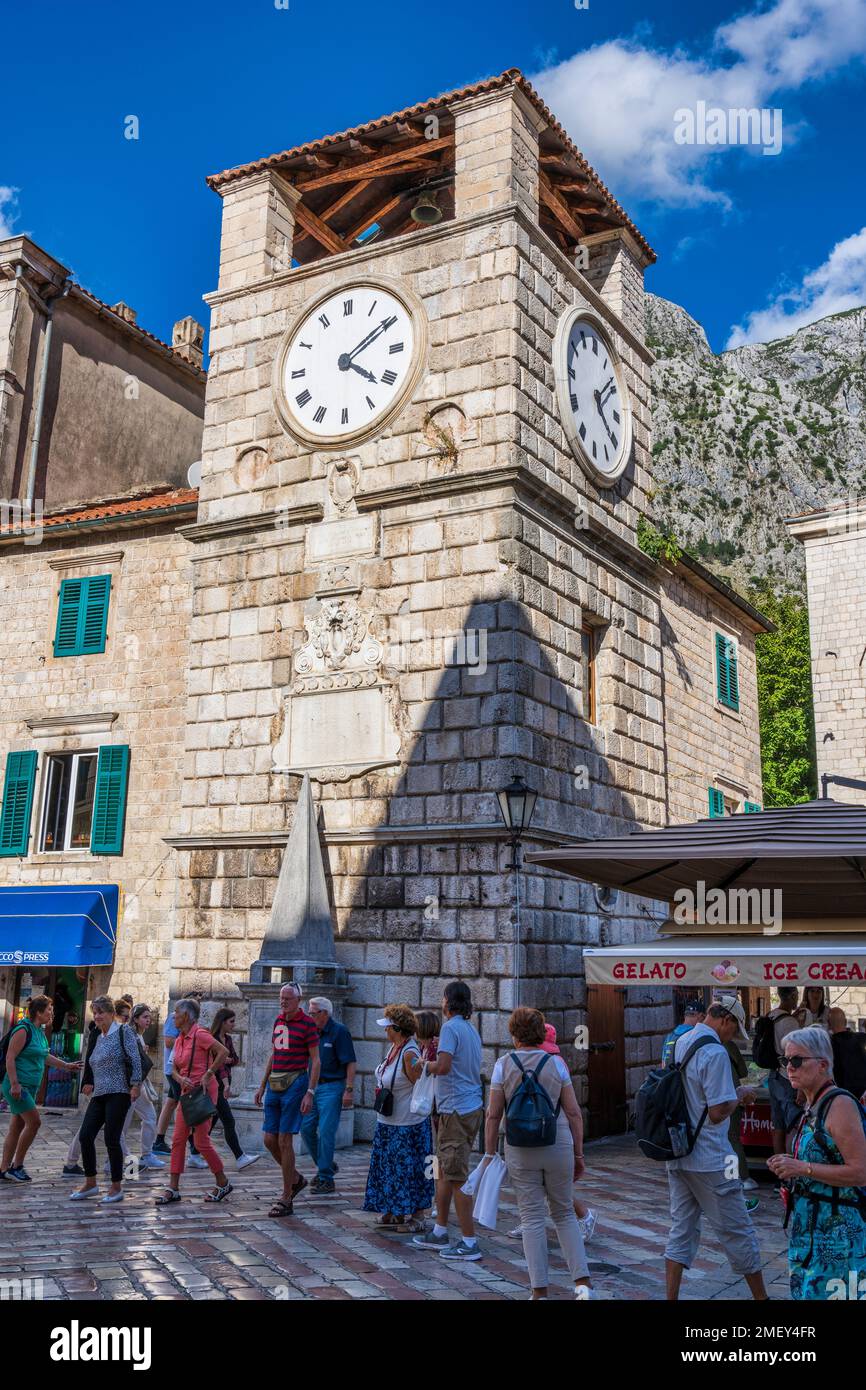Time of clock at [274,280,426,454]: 4:09
